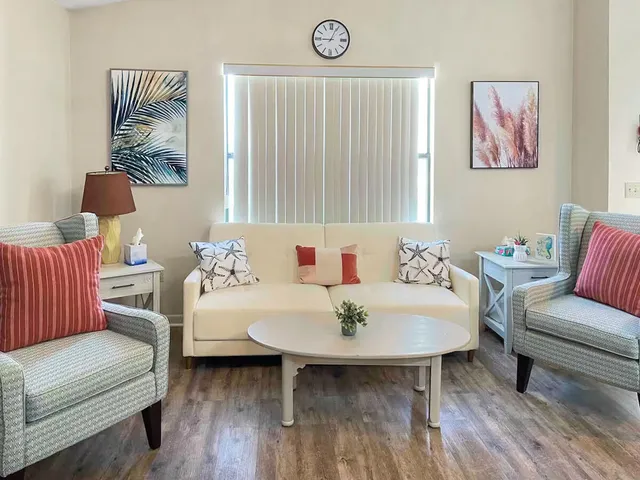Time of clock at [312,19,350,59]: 9:04
